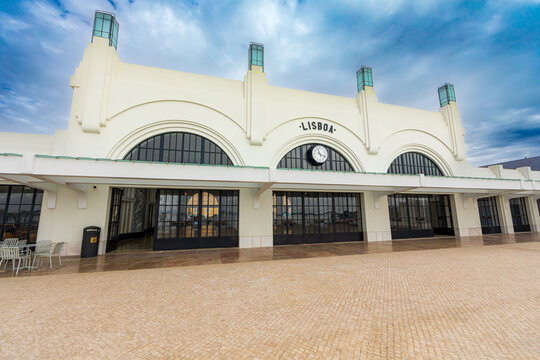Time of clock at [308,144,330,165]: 11:18
